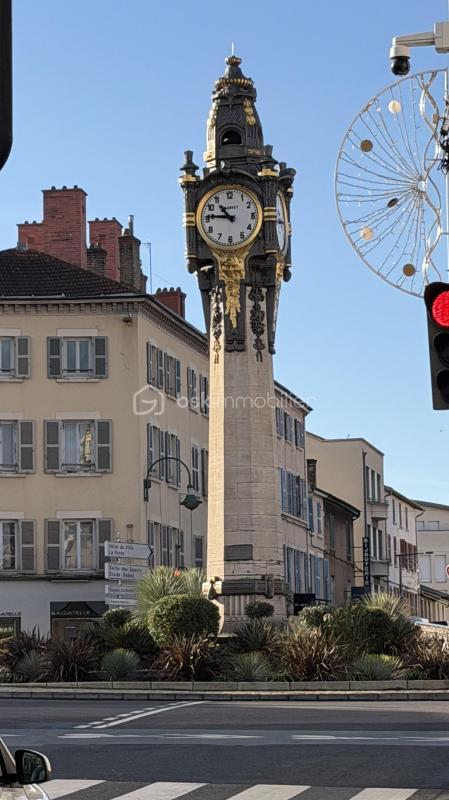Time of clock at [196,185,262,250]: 10:45
